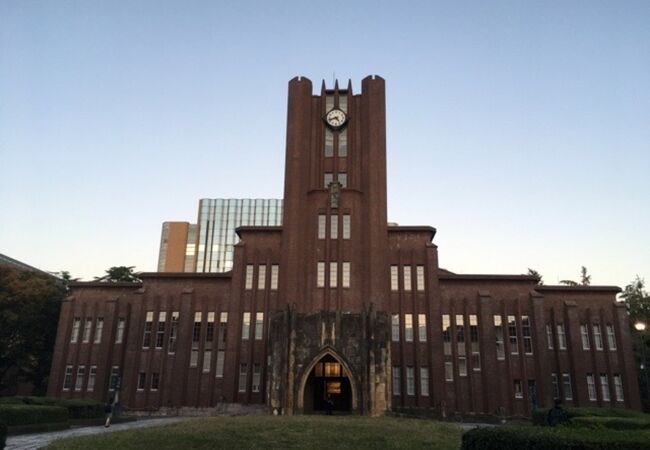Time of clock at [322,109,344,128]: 4:42
